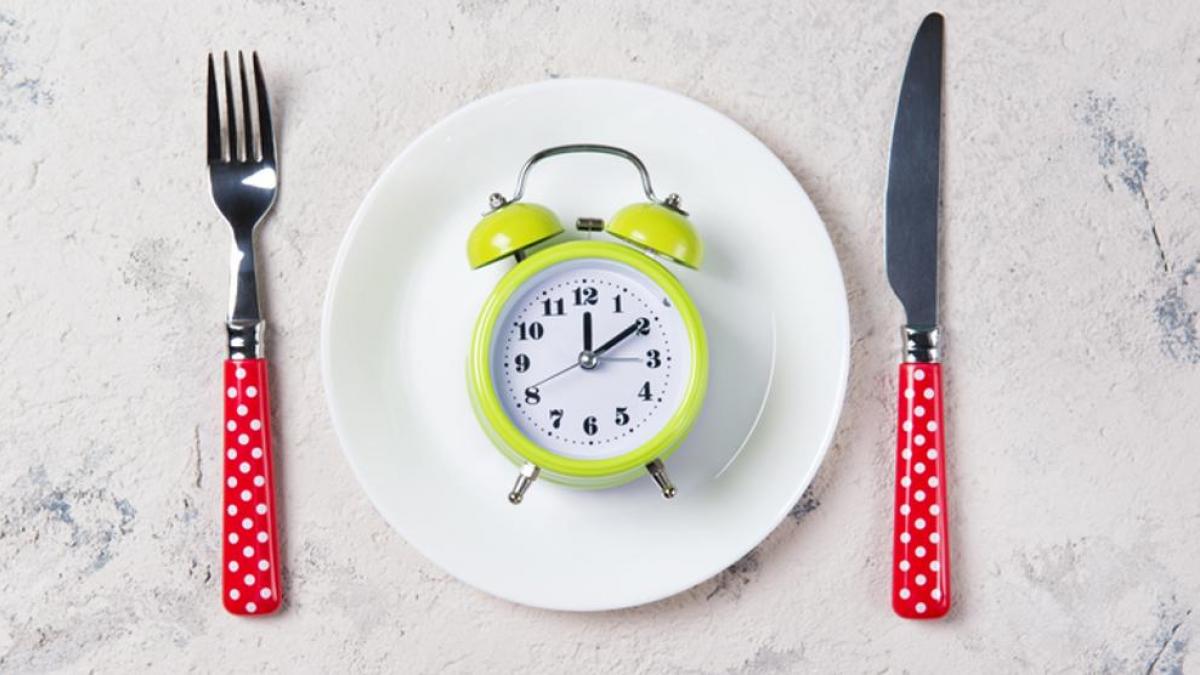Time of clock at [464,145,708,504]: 12:09
